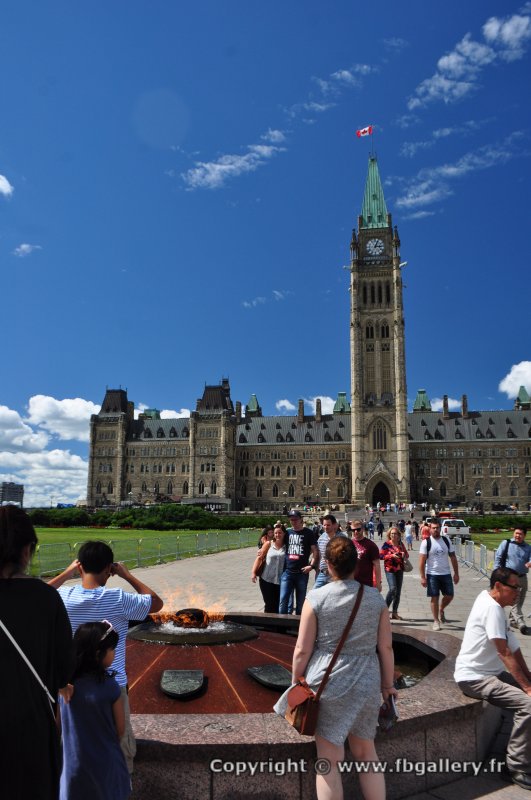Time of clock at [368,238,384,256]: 3:04
